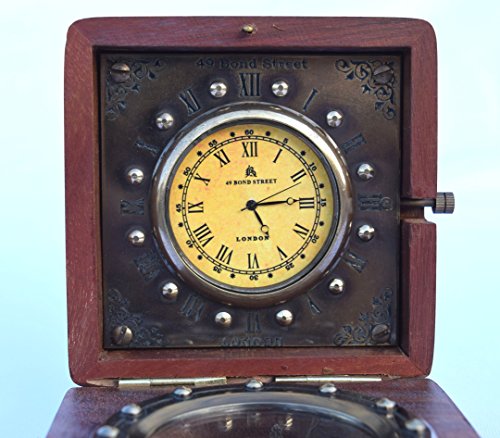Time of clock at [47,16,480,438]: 5:14
